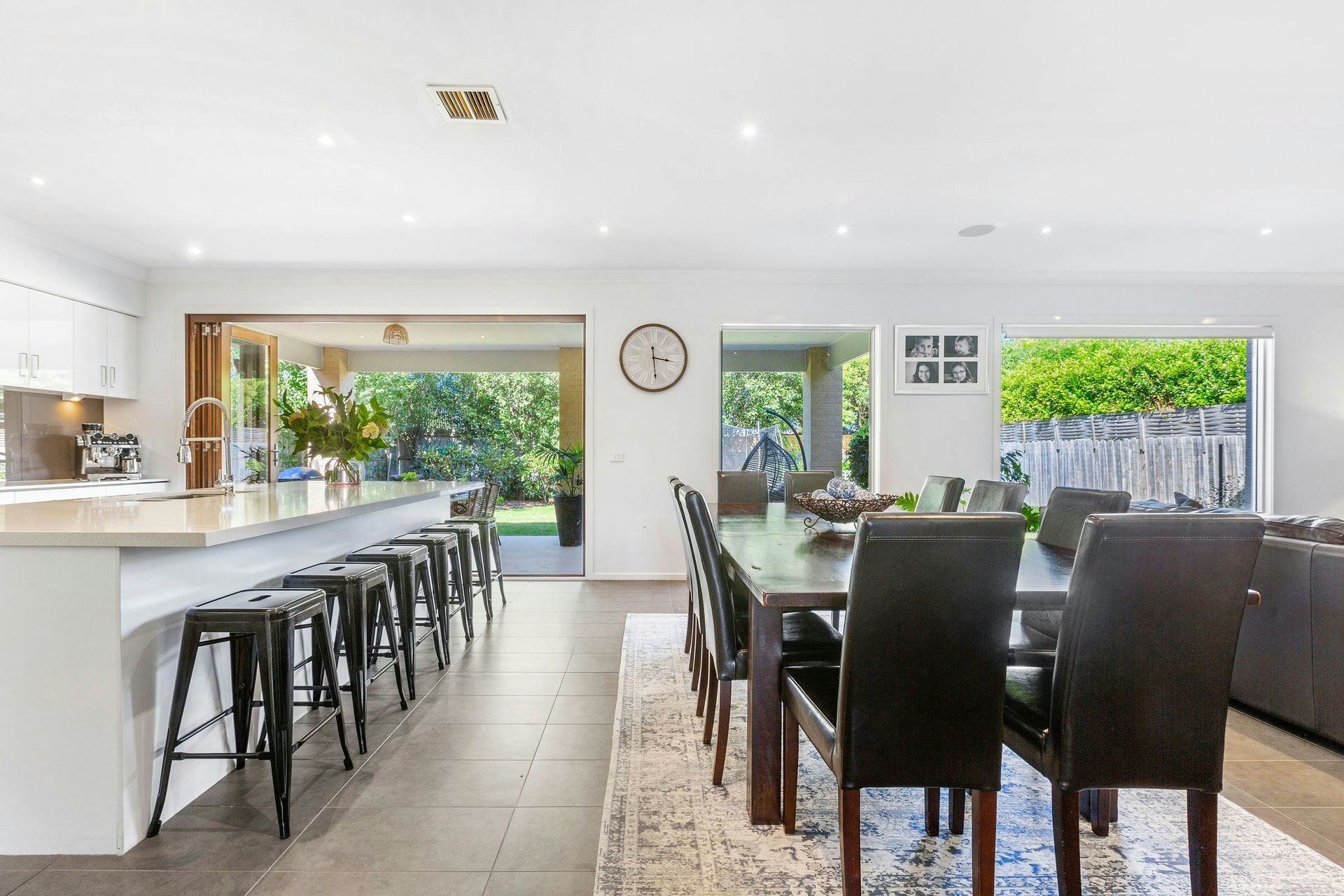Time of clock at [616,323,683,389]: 3:29
